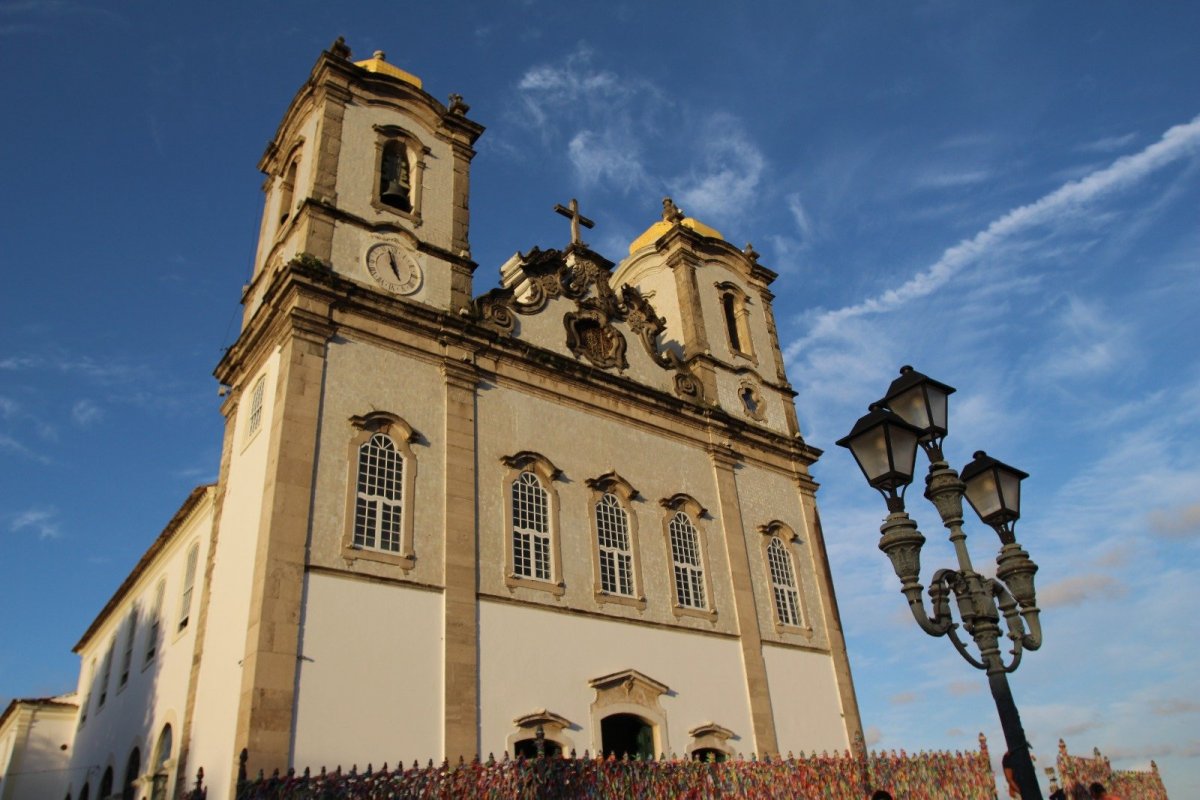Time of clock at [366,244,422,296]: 4:57
